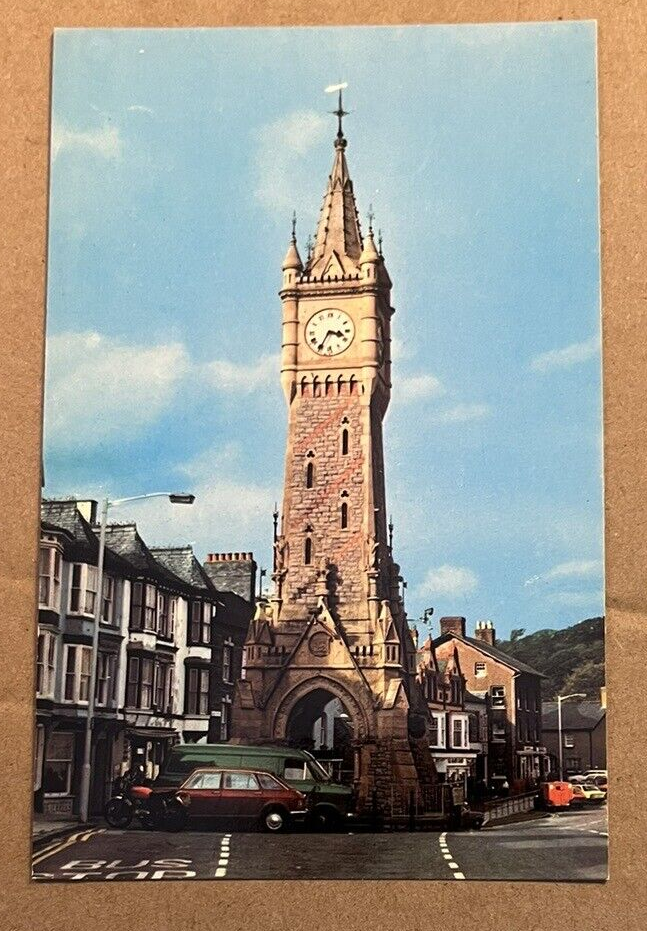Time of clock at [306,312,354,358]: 3:34
